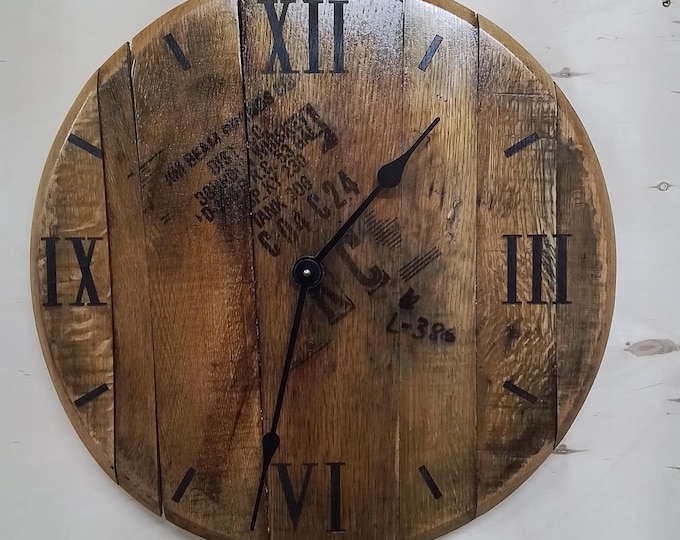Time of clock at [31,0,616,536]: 1:32
